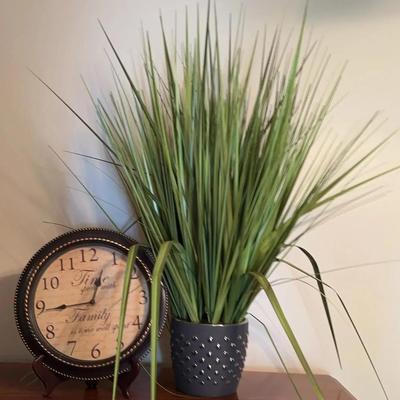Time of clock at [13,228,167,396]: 12:44
